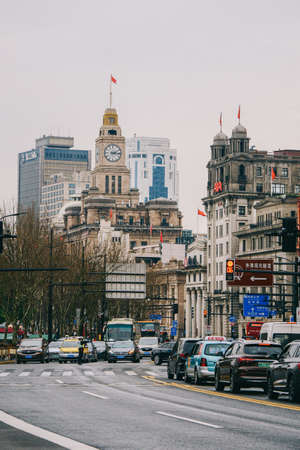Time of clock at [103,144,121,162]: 2:15
